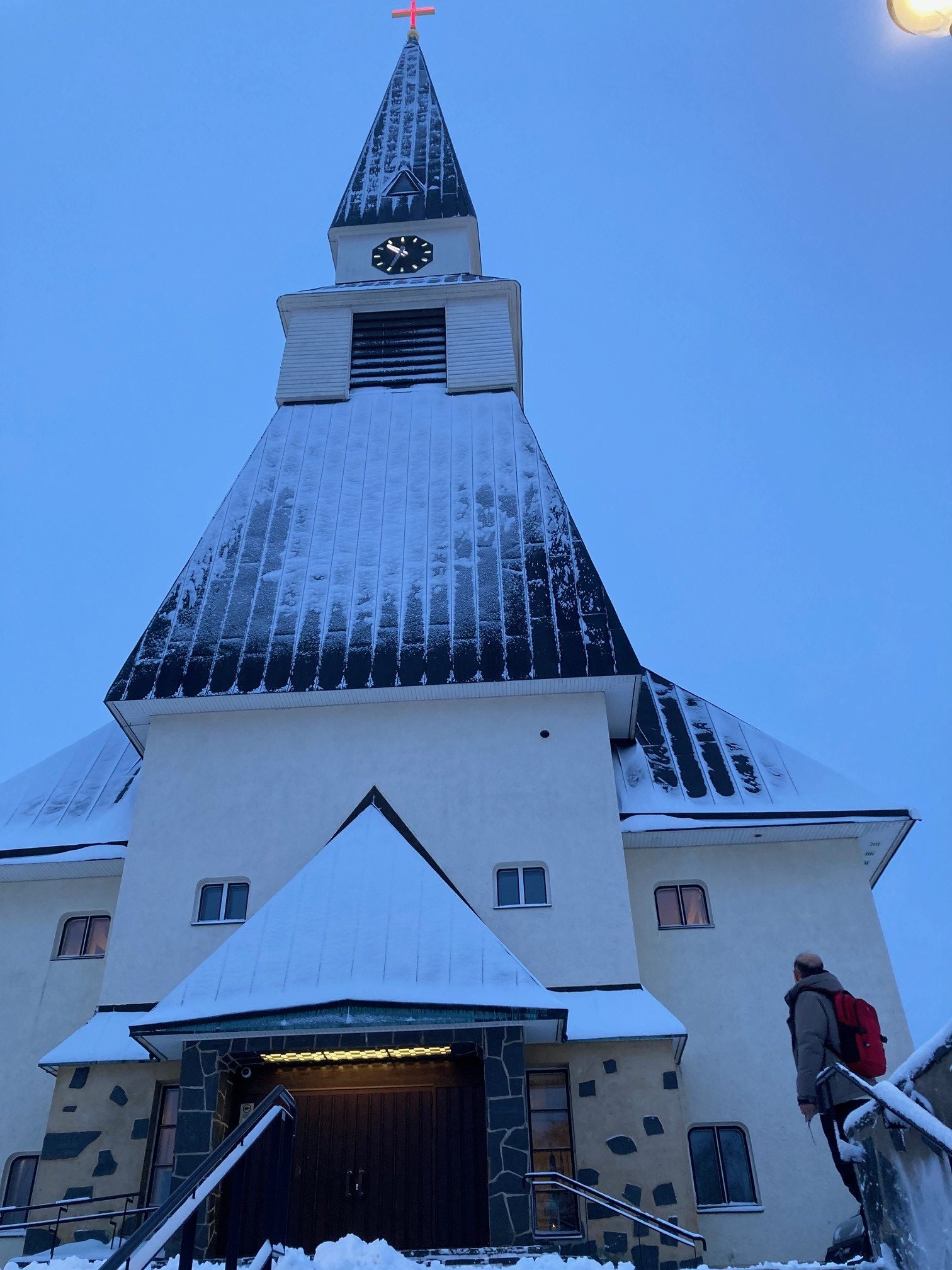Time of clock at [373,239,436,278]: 10:34
